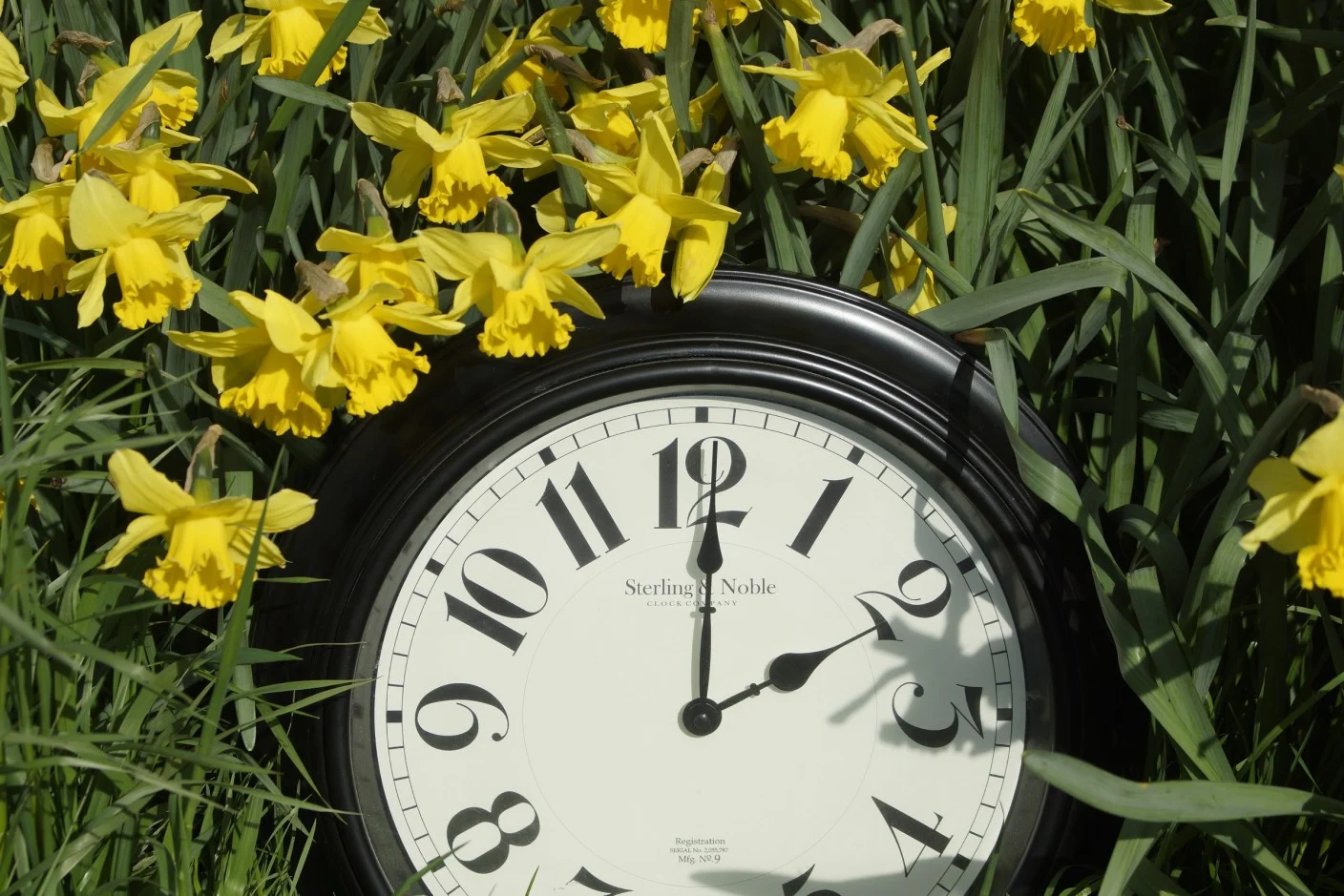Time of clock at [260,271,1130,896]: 2:00
